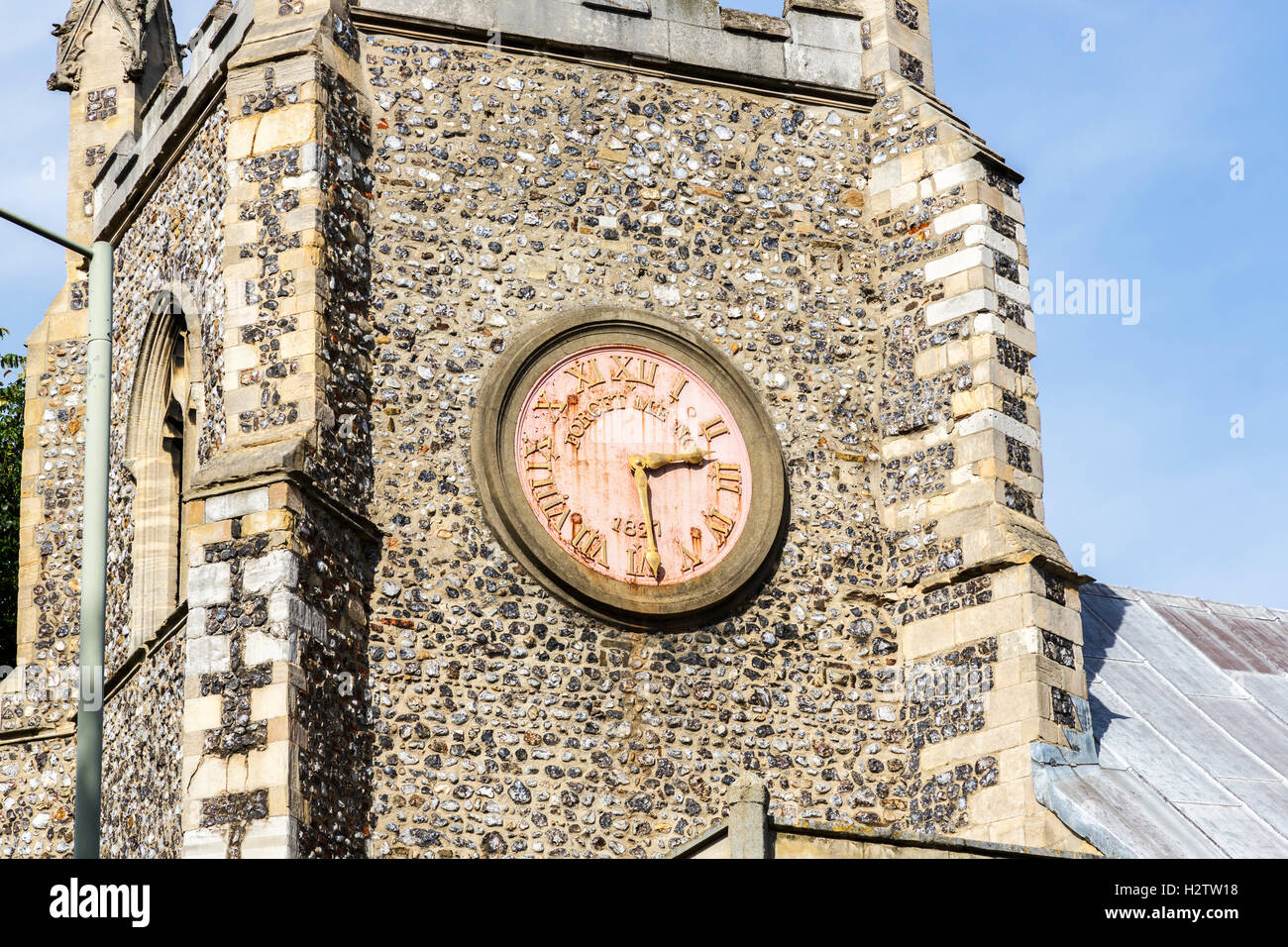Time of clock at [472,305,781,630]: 2:29
